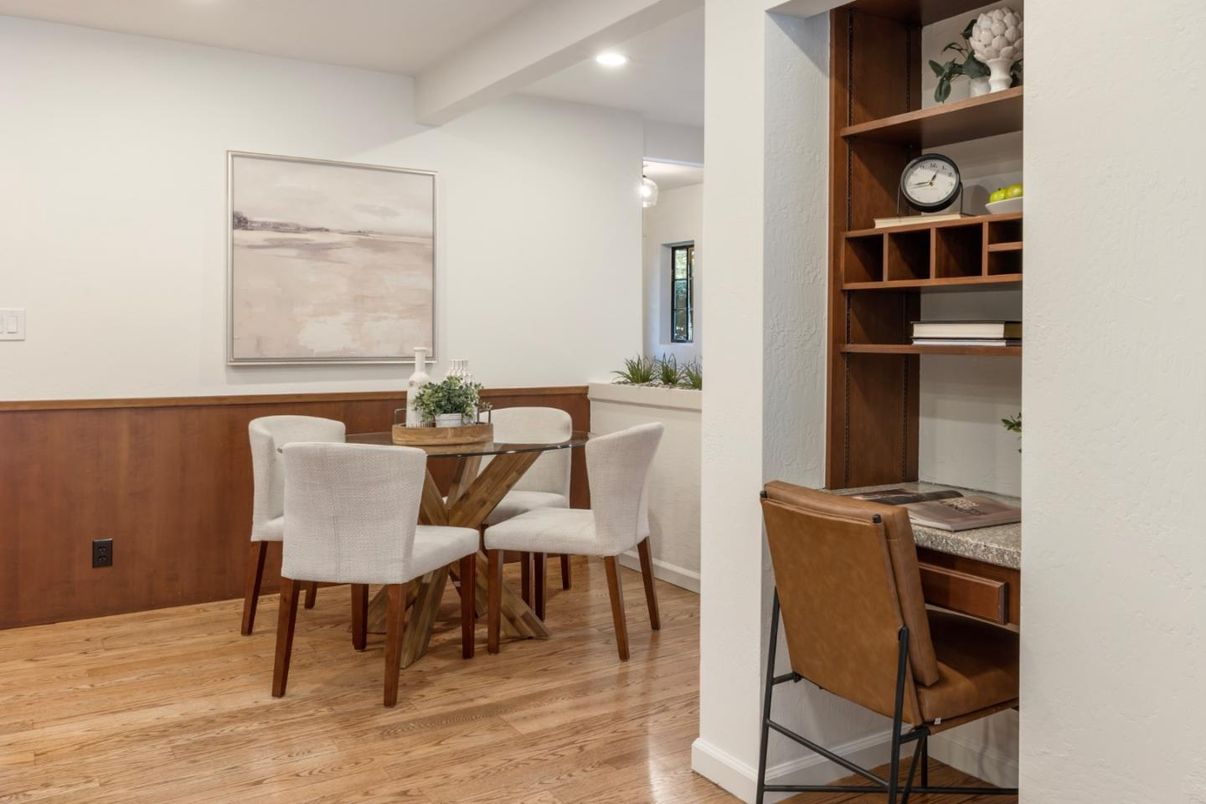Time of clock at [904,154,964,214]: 12:43
